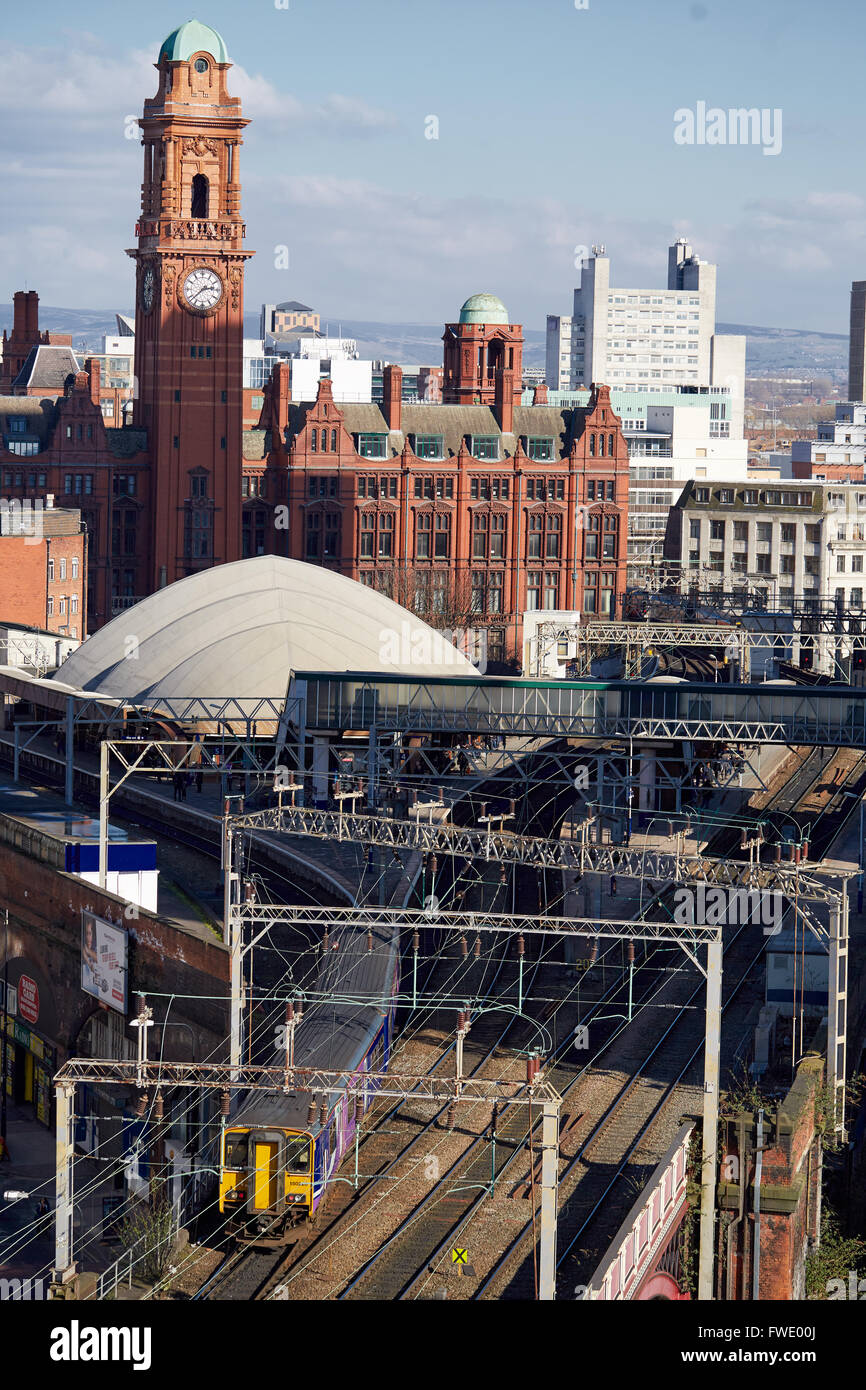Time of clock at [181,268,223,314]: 2:38
